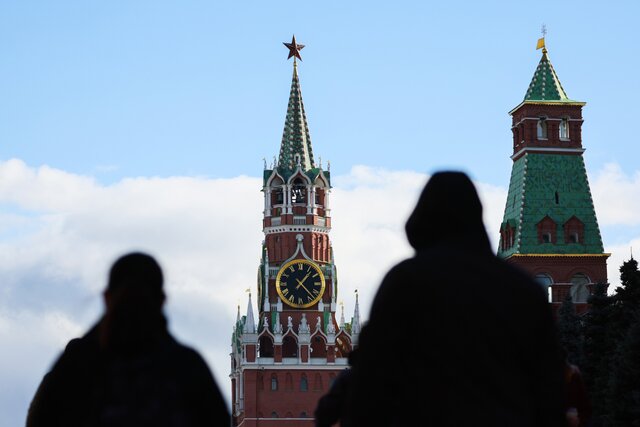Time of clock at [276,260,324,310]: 1:23
